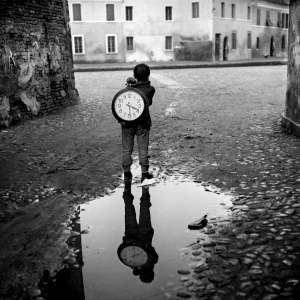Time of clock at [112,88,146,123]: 3:29
